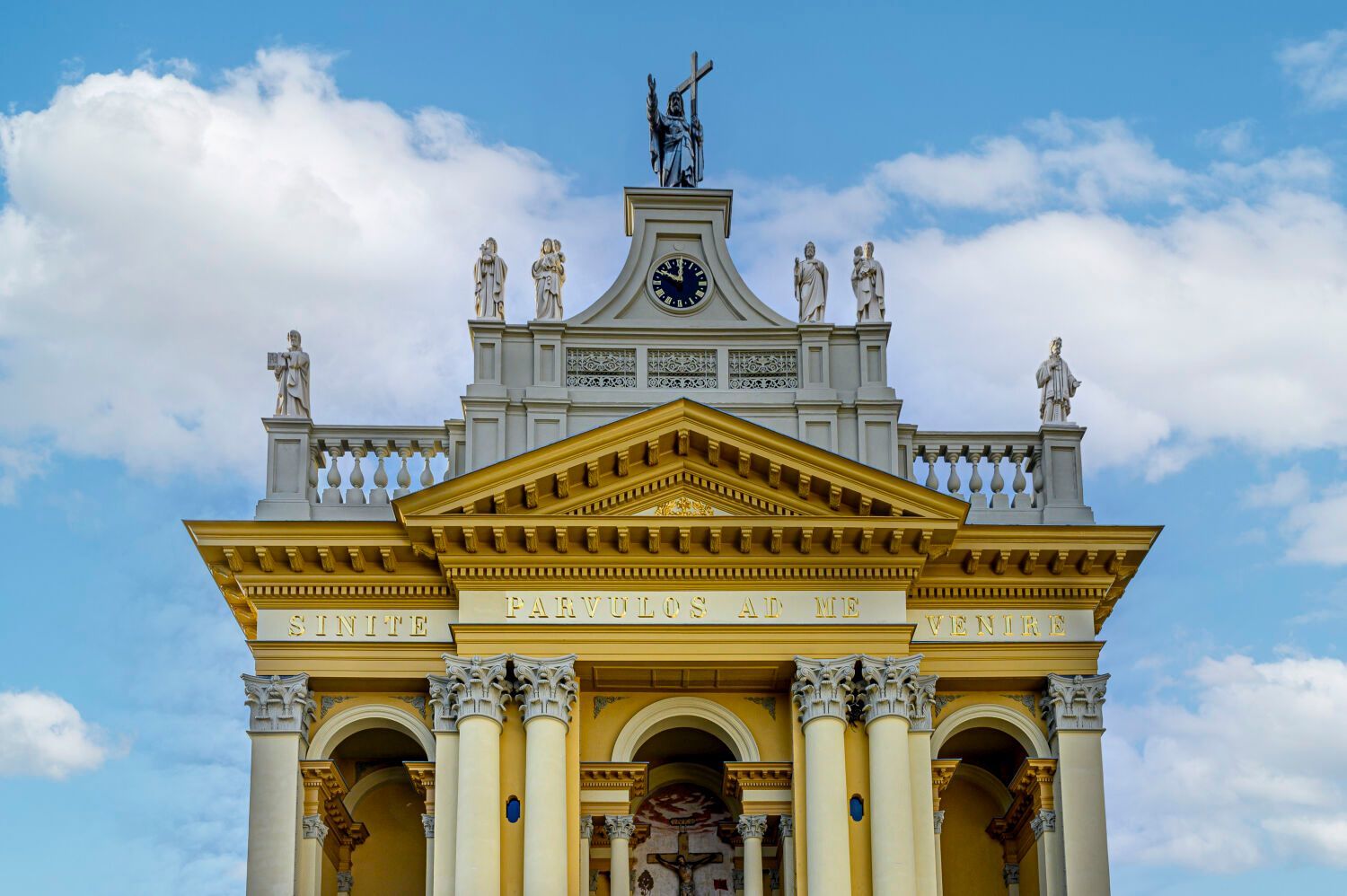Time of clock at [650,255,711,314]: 10:00
